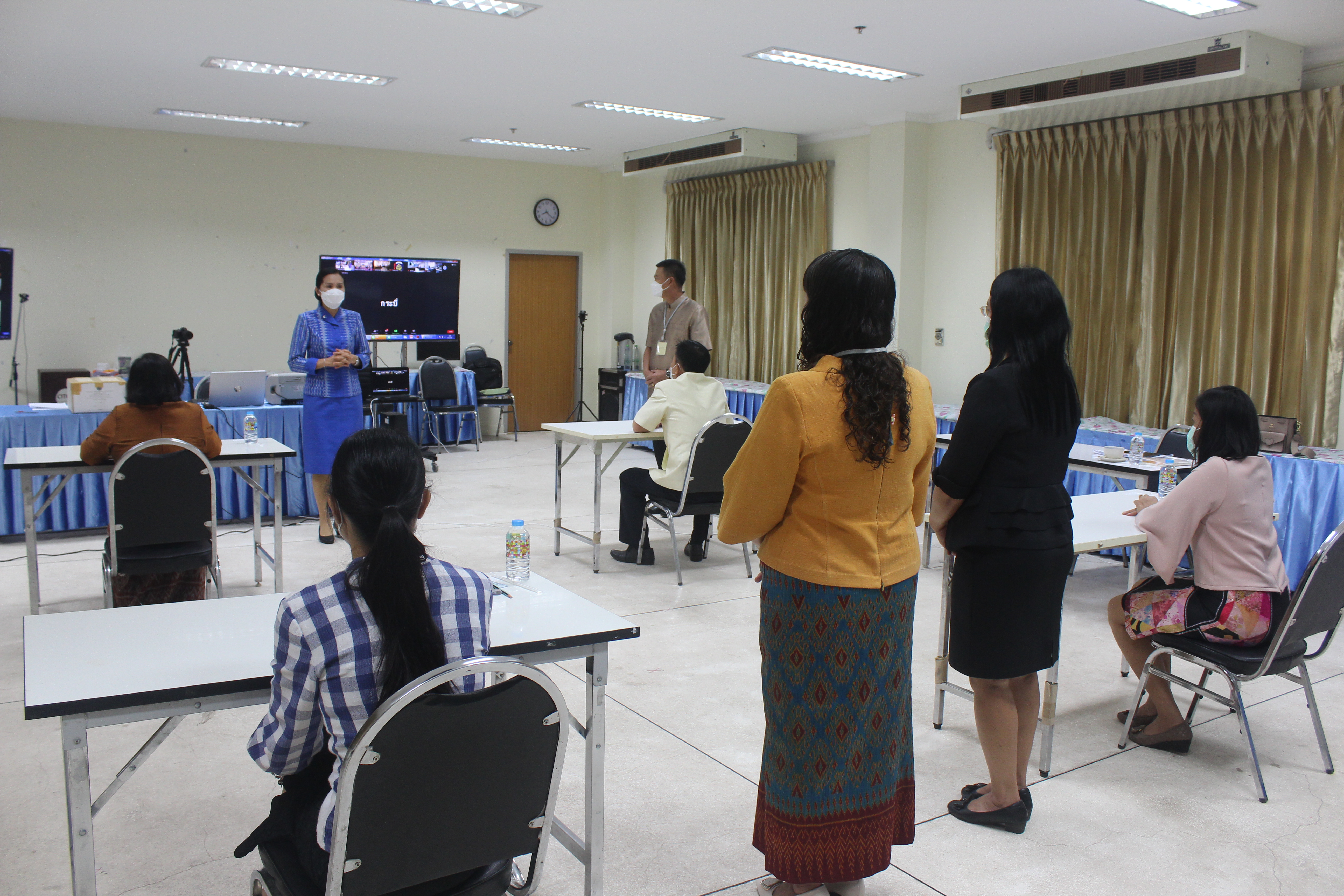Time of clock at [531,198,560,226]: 8:21
